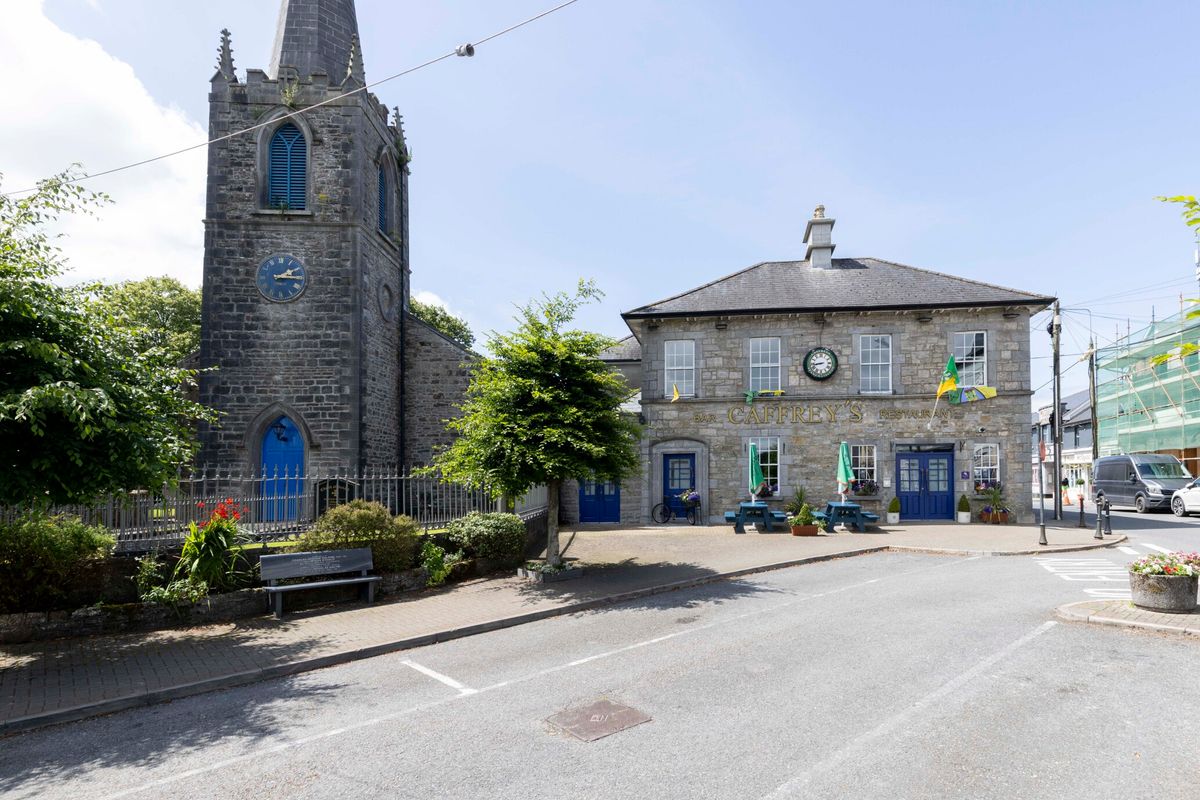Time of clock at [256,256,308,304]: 2:15
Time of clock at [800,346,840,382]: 8:43
